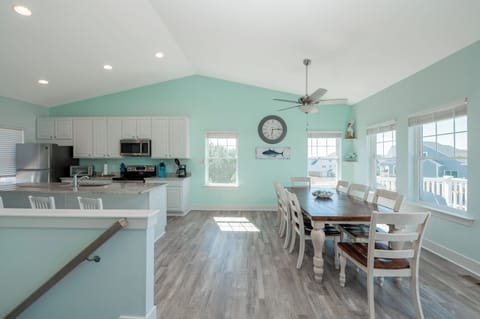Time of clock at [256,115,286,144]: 6:14
